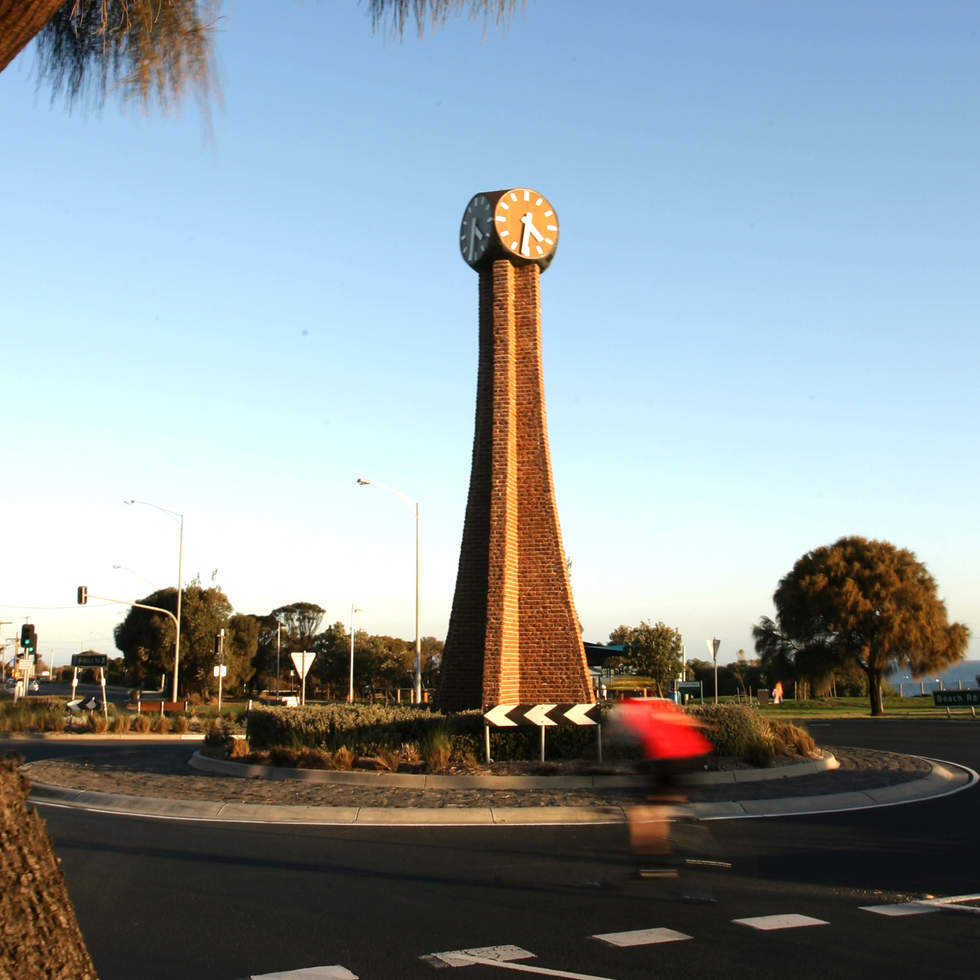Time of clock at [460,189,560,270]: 4:31
